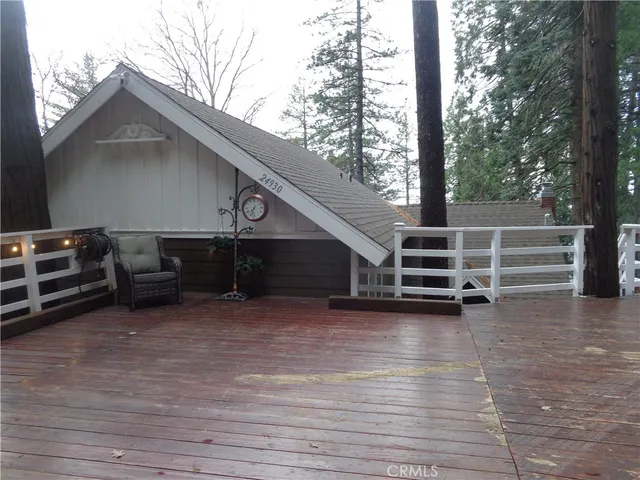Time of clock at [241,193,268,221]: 7:32
